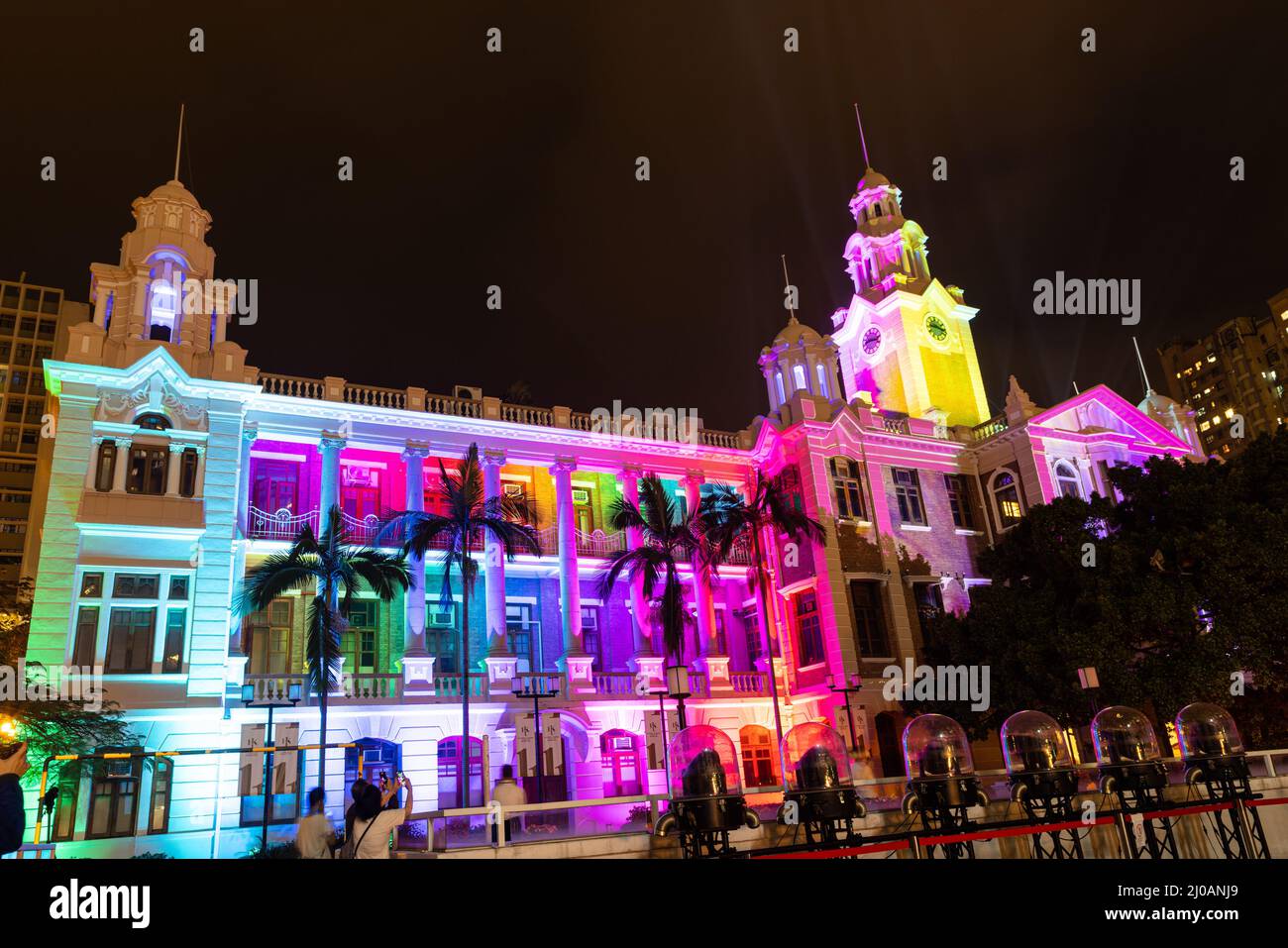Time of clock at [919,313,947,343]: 9:17
